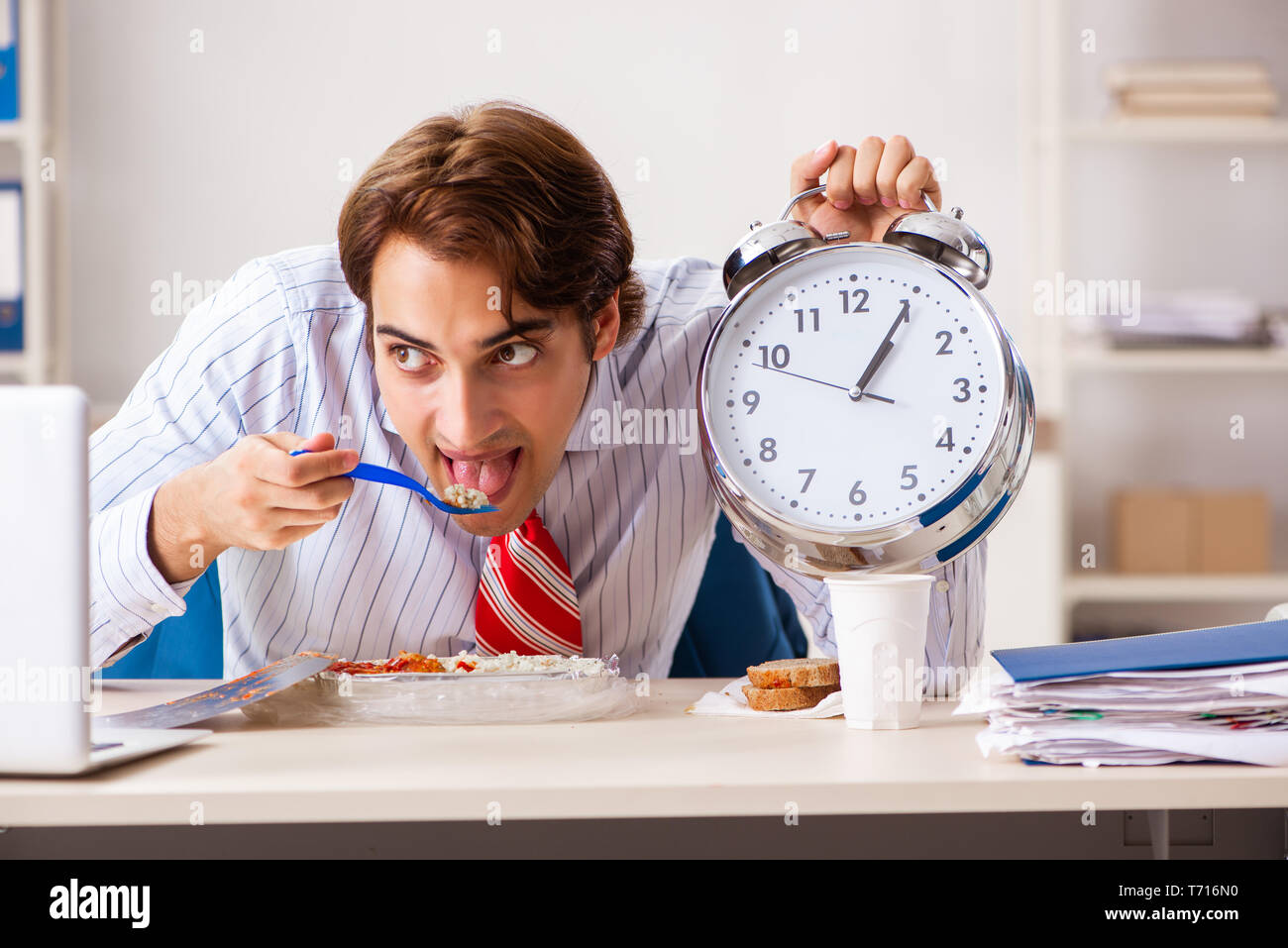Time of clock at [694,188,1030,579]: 1:05
